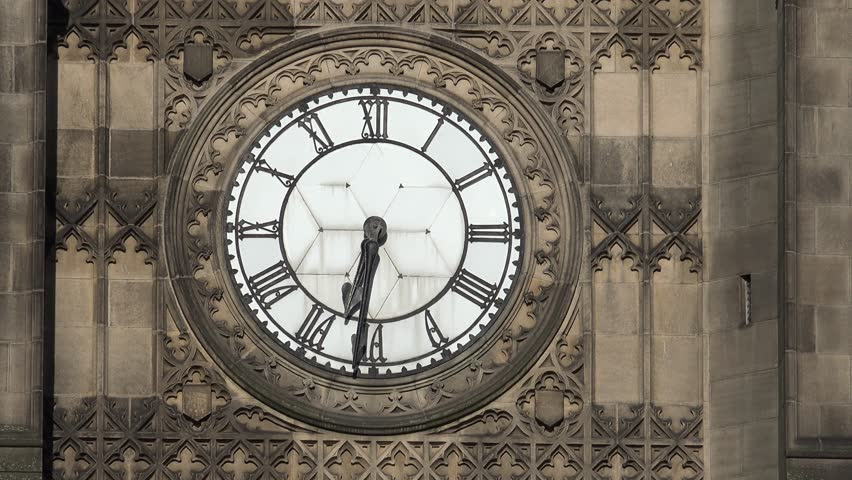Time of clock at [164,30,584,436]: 6:31
